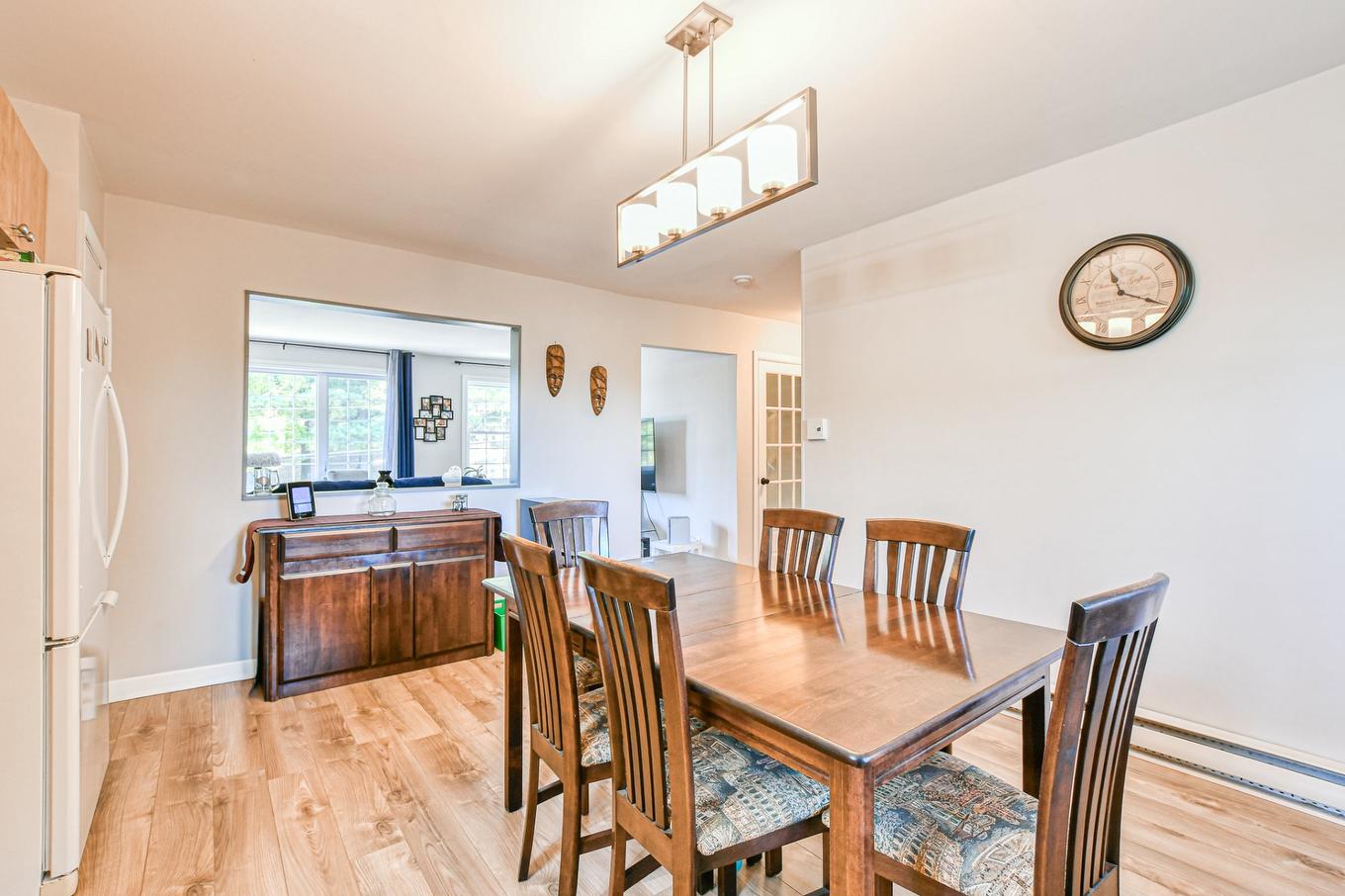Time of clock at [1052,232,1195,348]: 11:19
